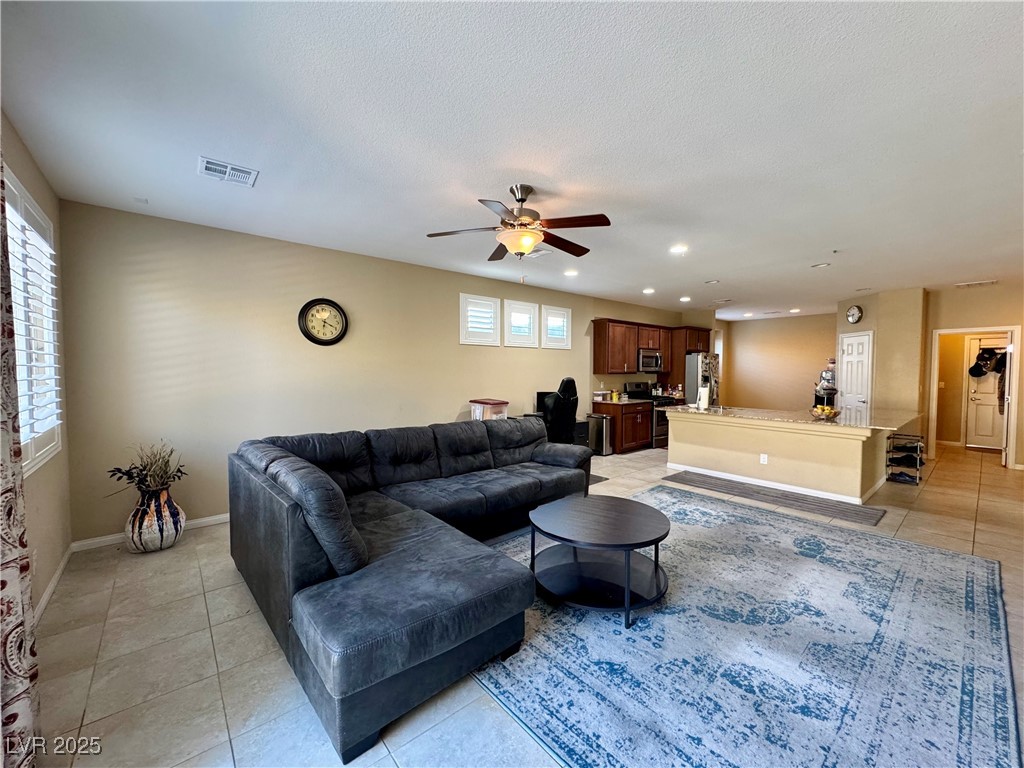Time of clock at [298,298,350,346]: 6:19
